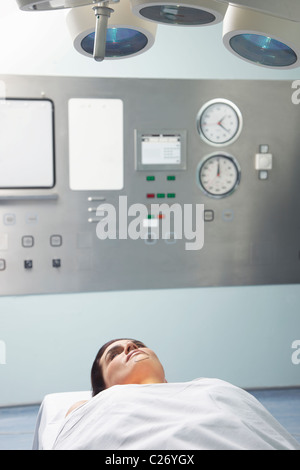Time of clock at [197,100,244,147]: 1:21
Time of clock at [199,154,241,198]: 12:00
